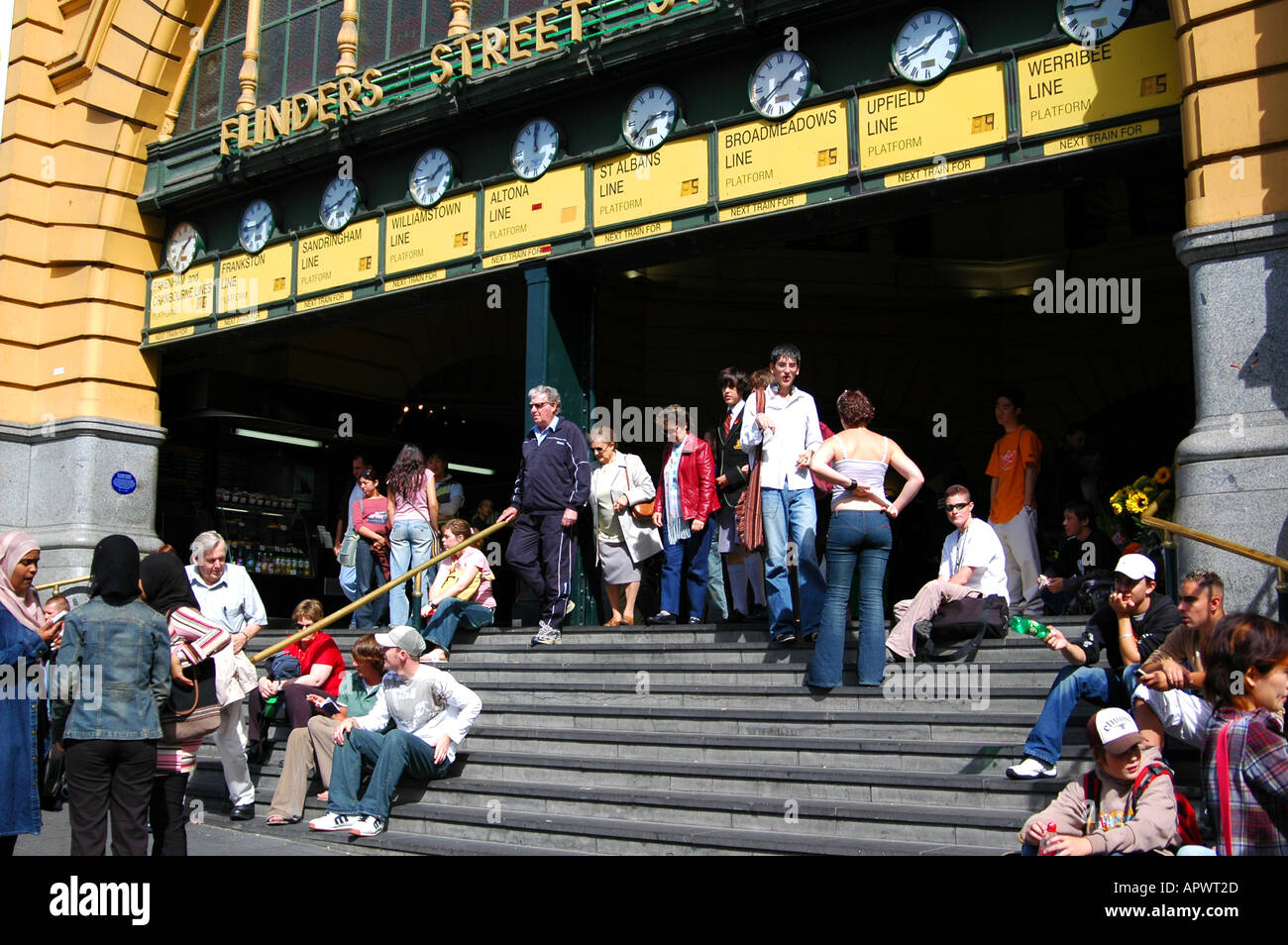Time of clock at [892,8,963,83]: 1:41
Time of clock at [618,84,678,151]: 2:38
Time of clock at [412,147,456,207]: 1:45
